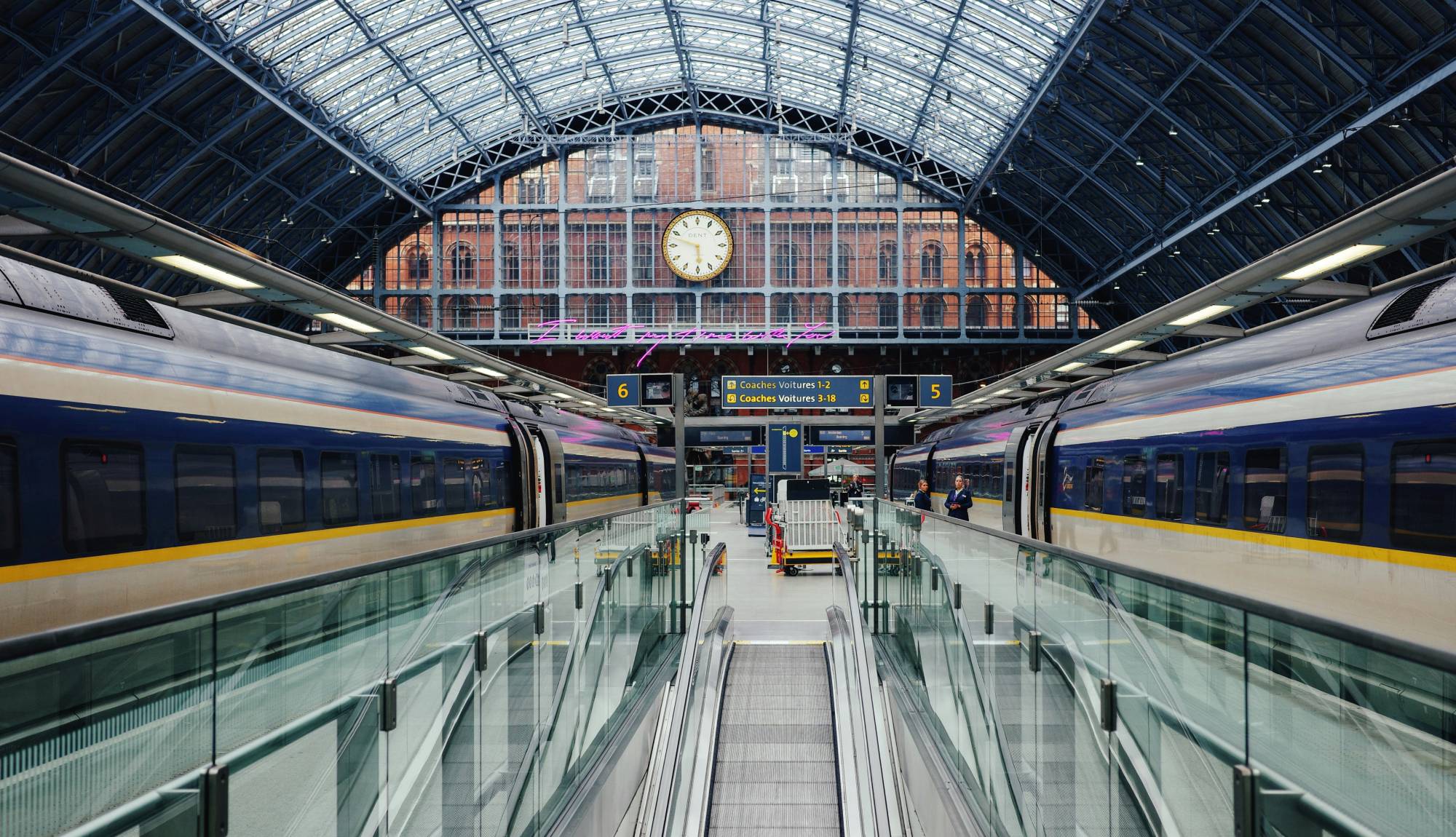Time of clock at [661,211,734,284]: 5:47
